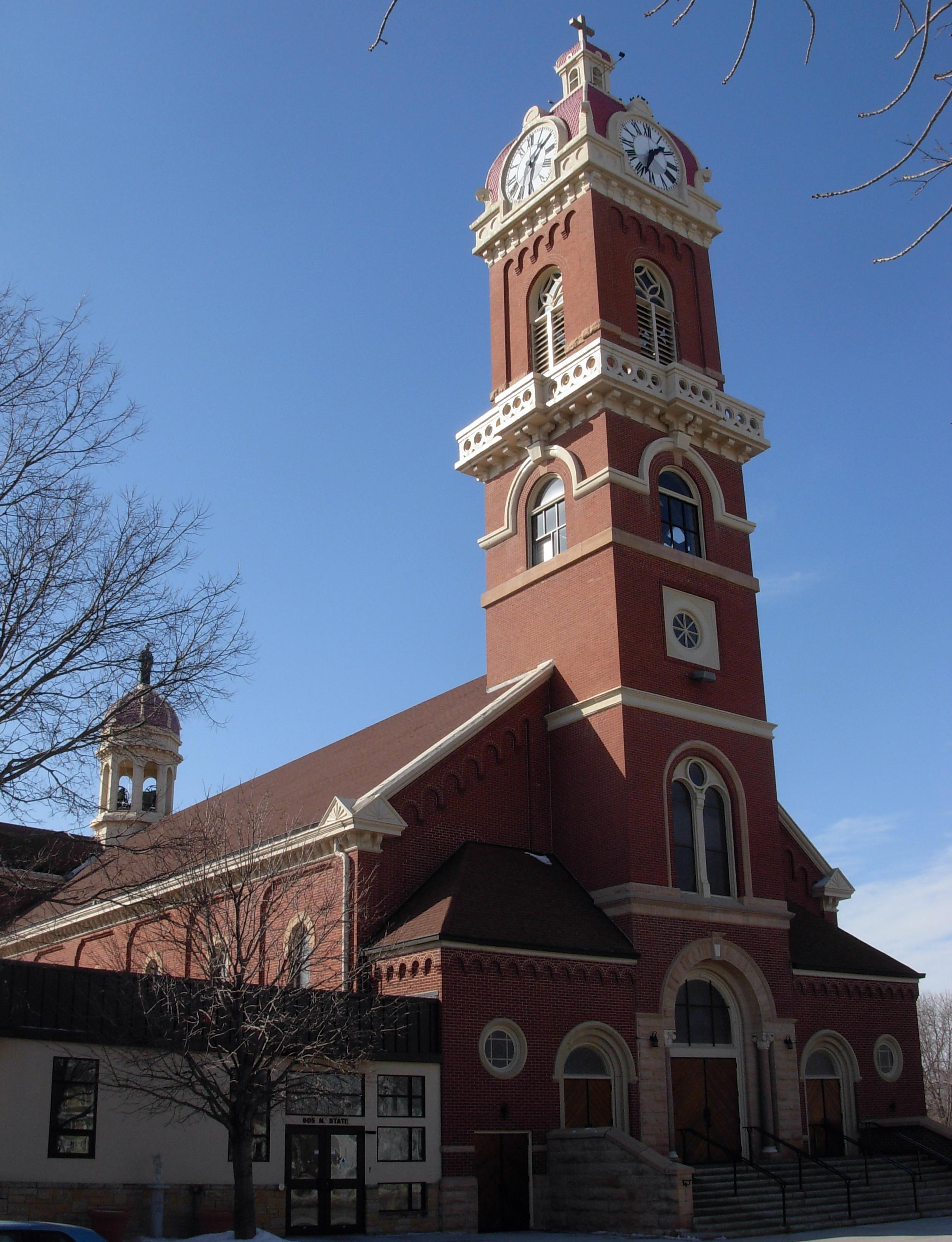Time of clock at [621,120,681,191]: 1:33
